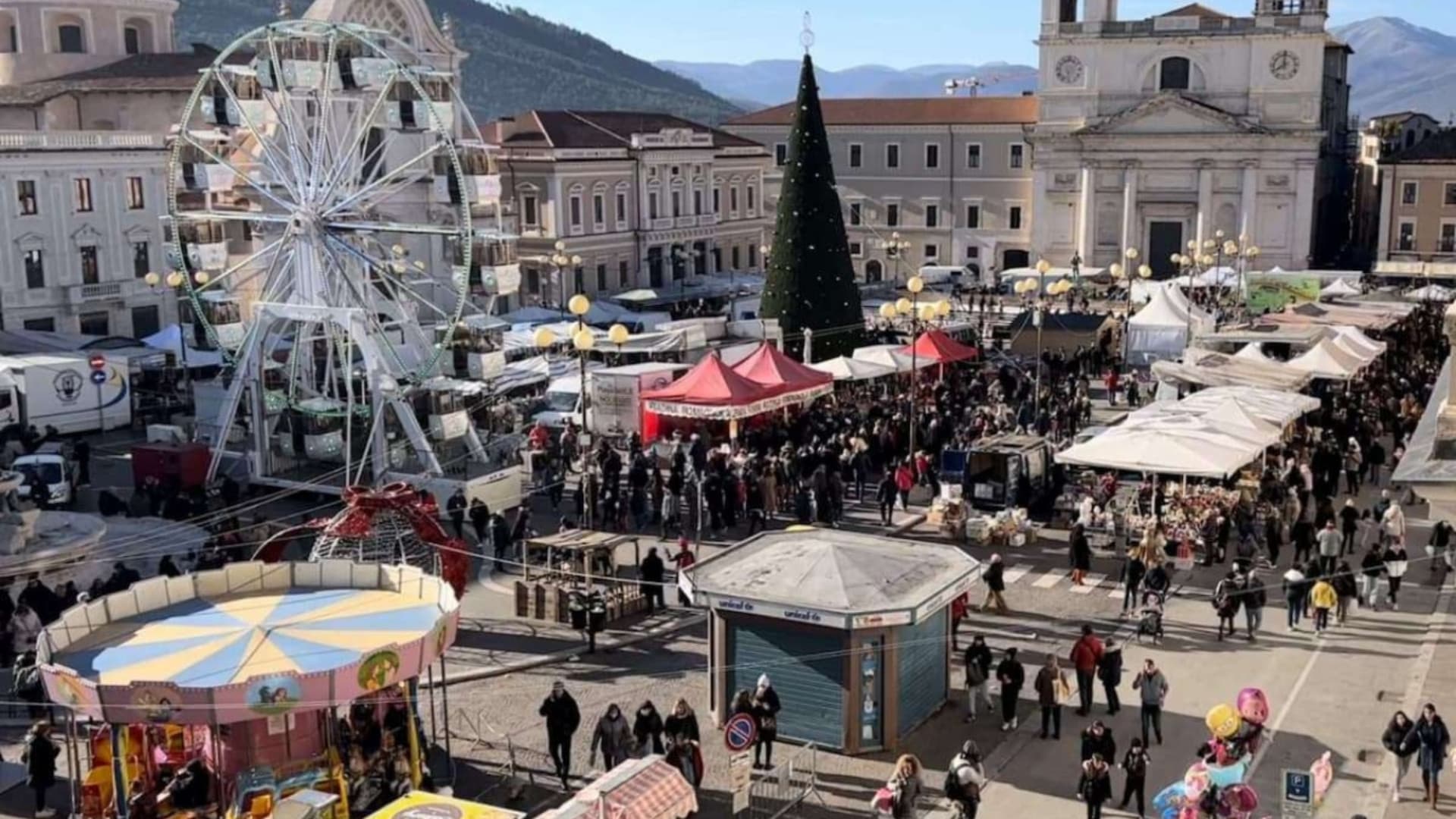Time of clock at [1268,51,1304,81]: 7:59
